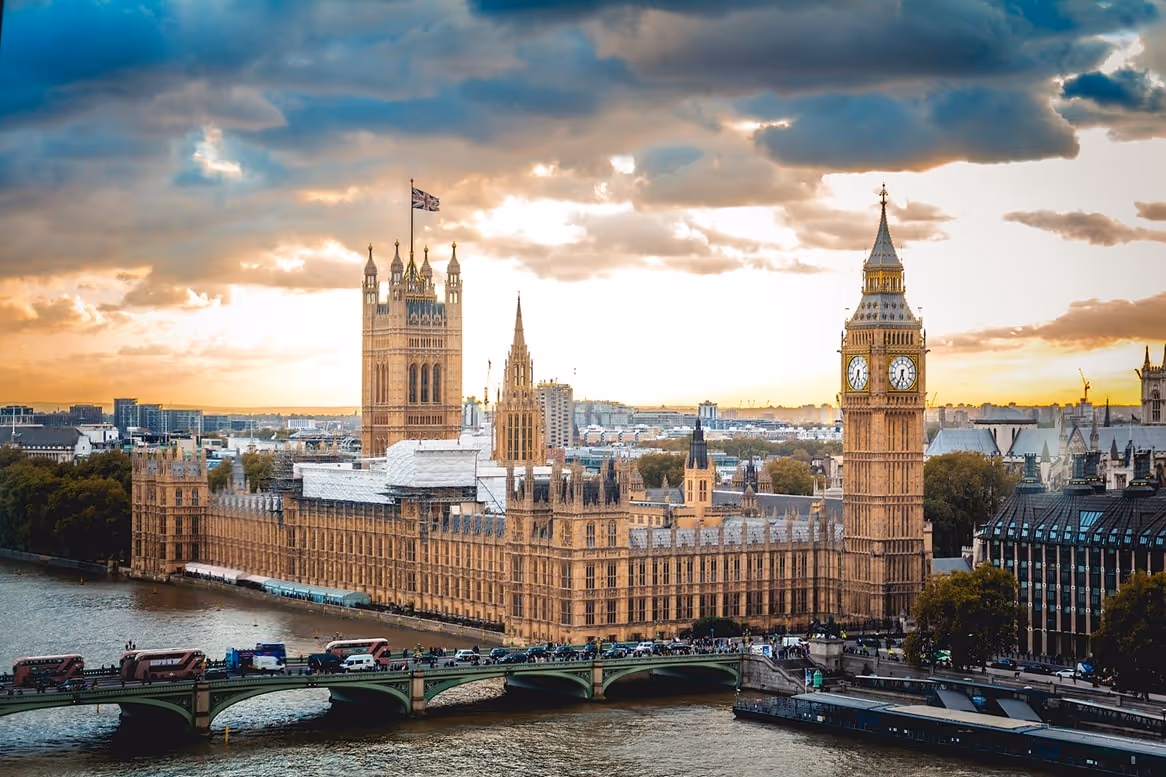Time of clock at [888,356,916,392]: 5:34
